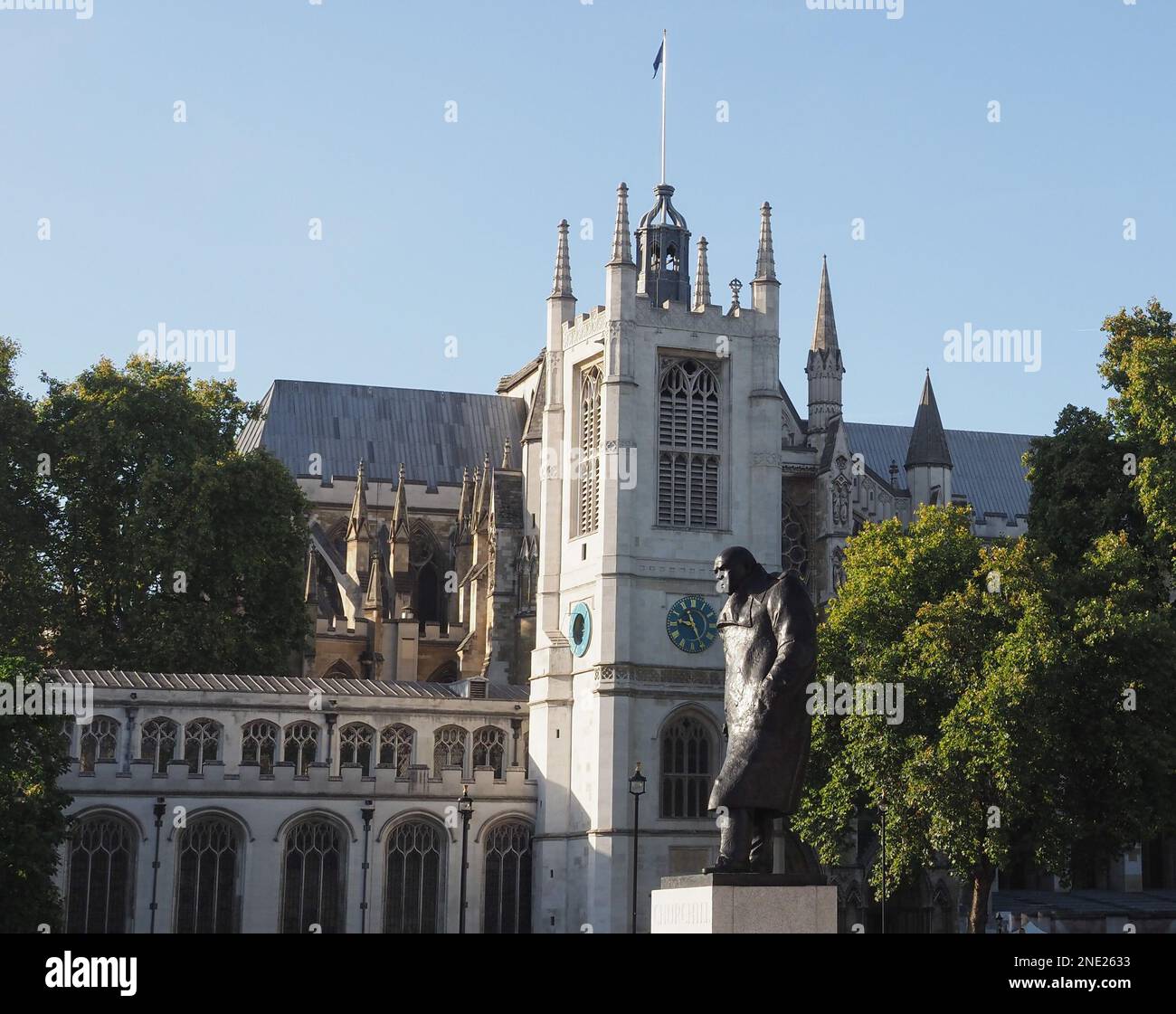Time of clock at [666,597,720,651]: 9:26
